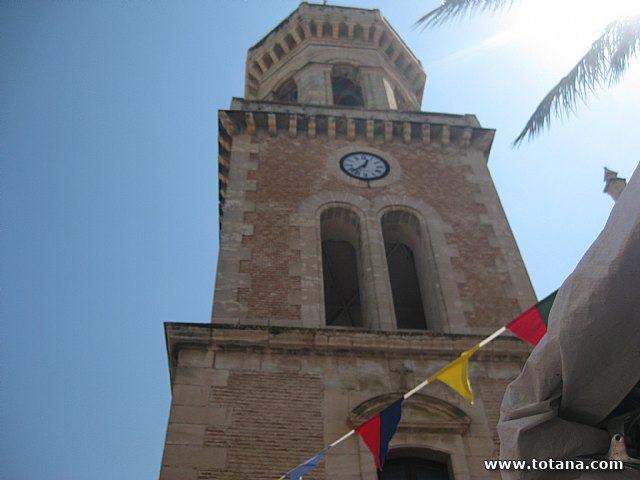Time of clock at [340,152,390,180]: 12:37
